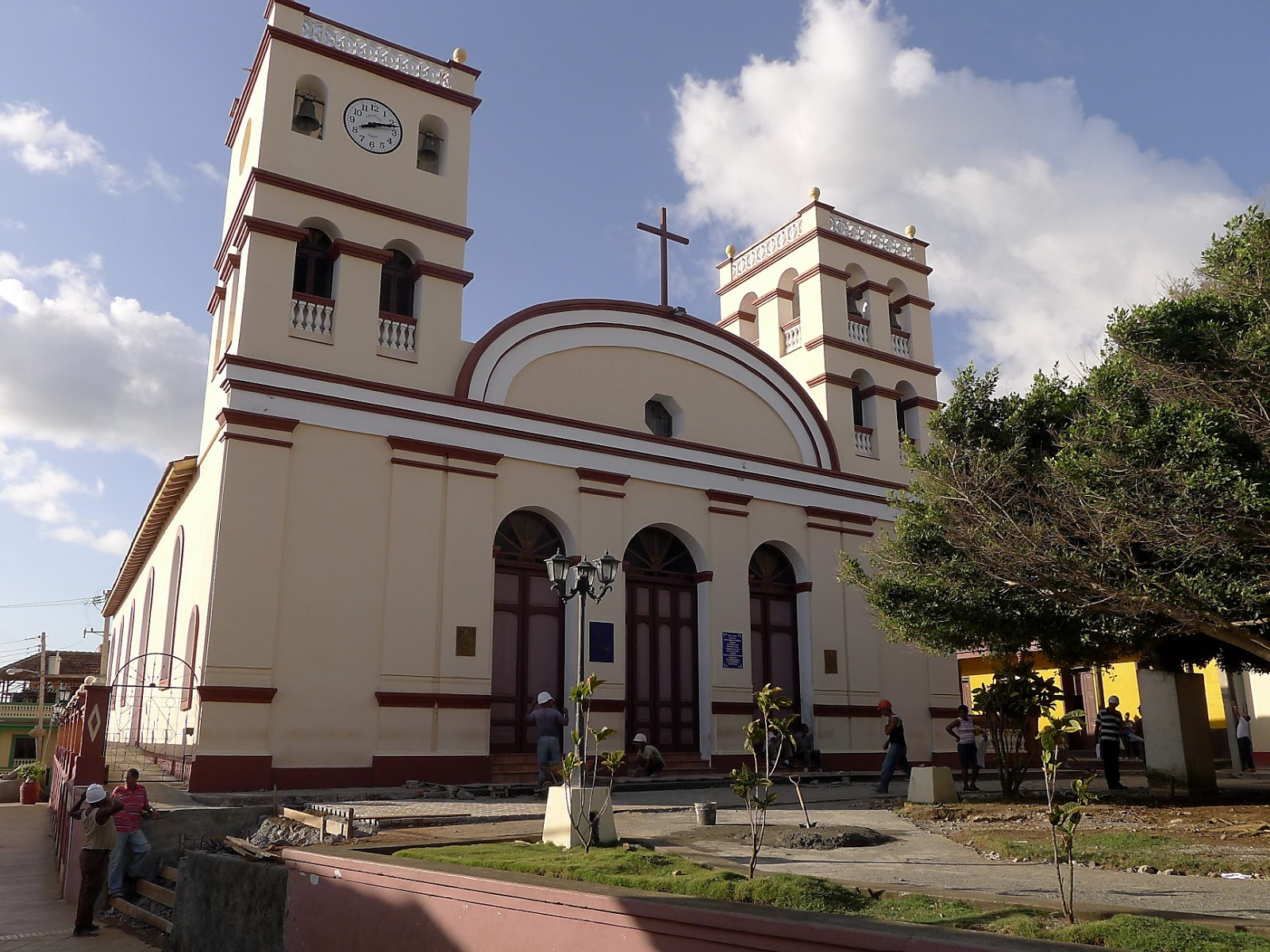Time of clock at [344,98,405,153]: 8:12
